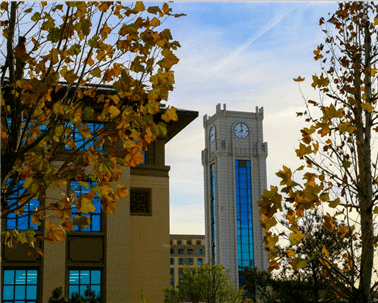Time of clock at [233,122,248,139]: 7:59
